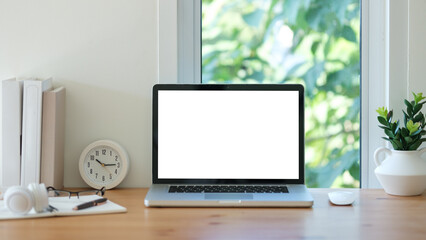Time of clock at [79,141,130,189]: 10:14
